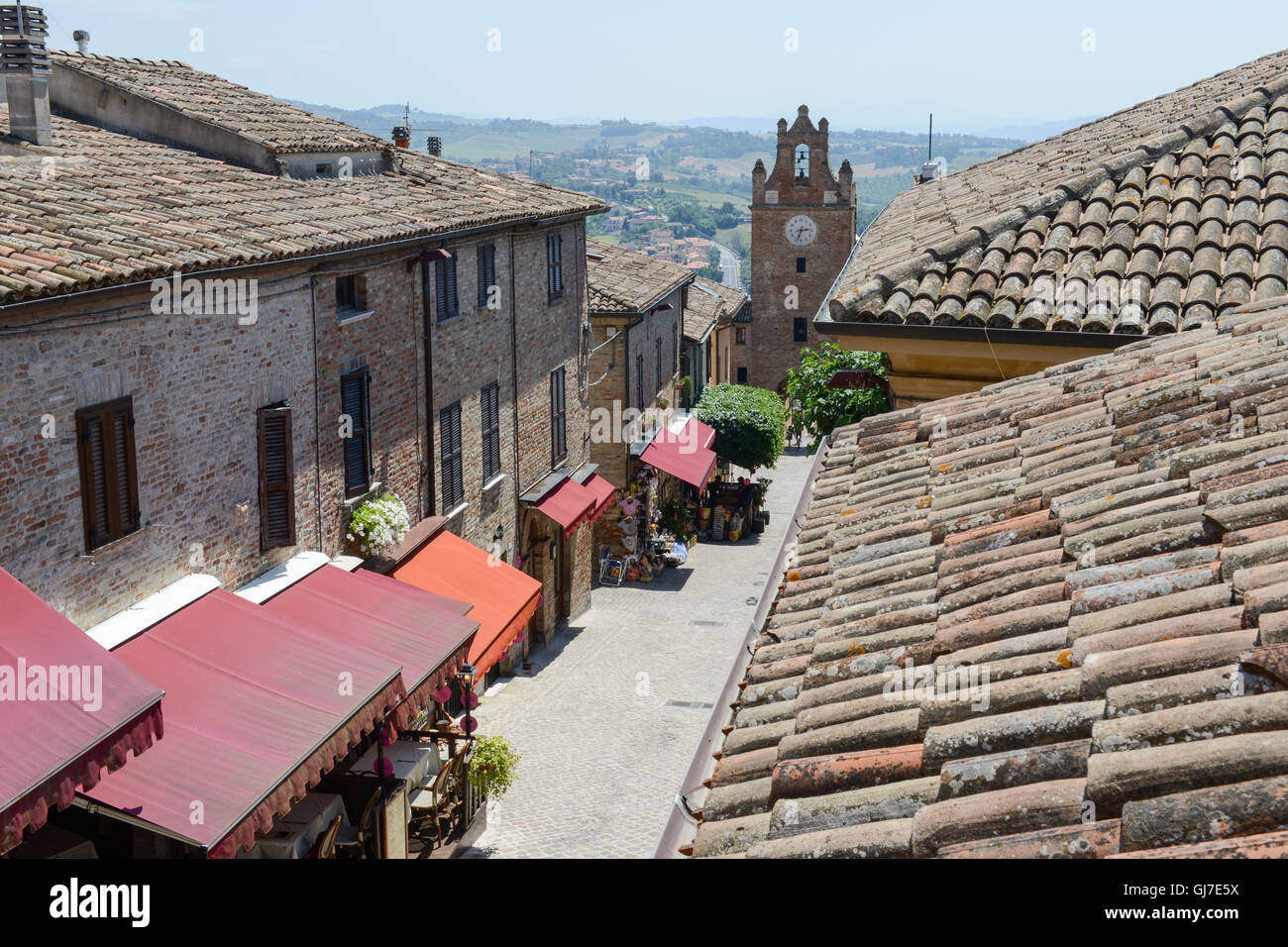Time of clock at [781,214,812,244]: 2:33
